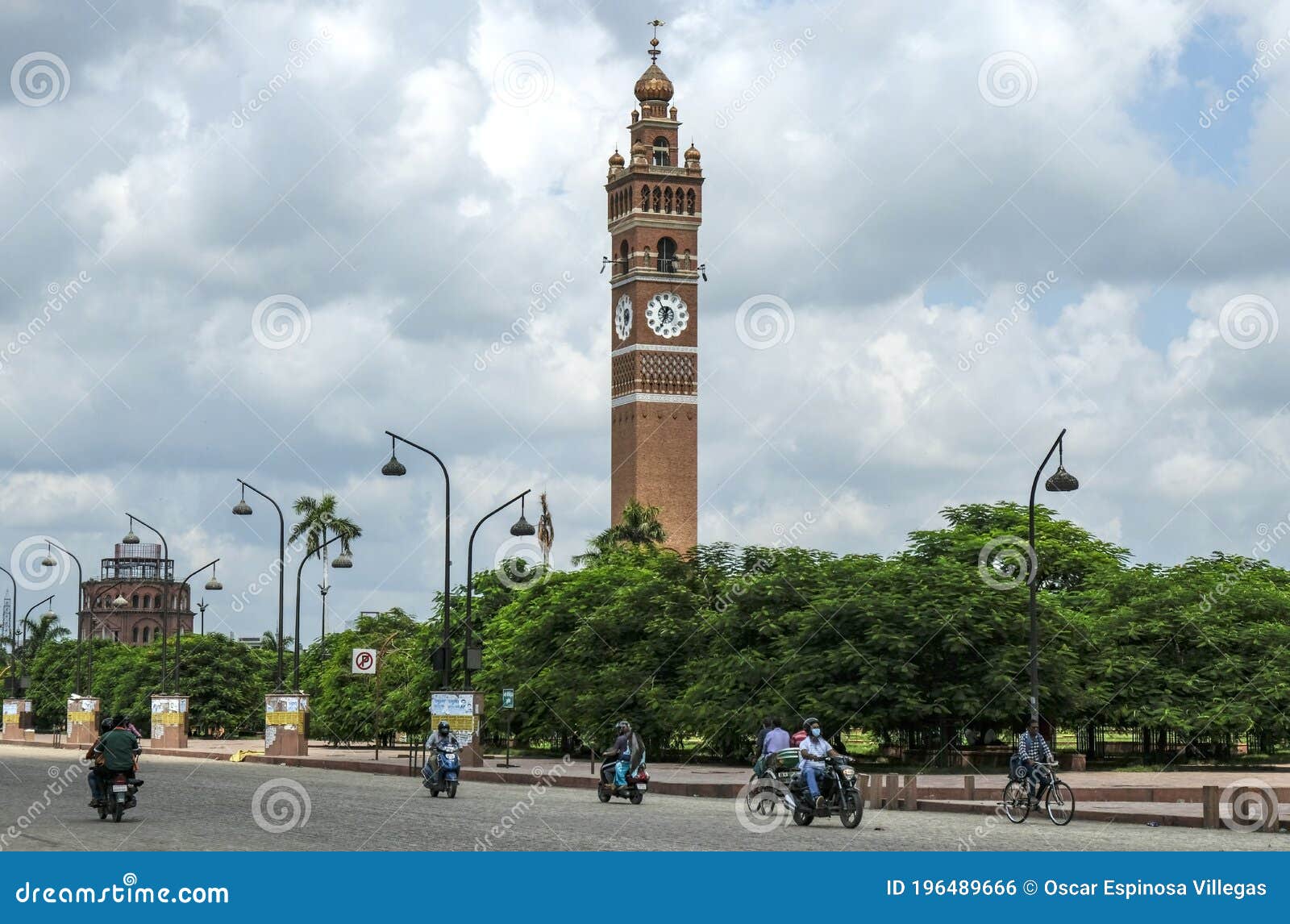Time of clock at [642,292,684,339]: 6:55
